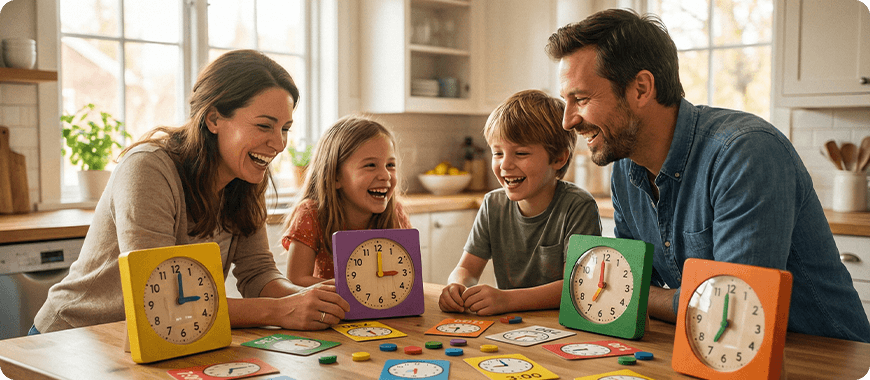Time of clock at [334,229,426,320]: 3:00
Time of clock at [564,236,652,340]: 6:59
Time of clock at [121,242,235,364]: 3:01
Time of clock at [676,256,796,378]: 6:59
